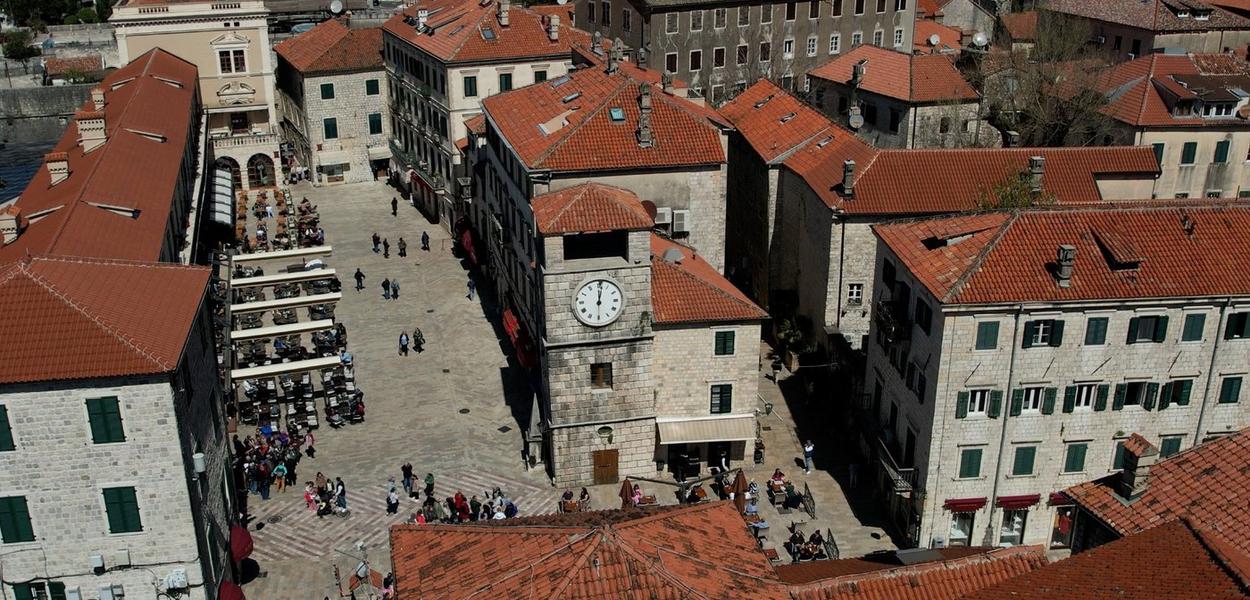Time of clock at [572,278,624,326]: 12:01
